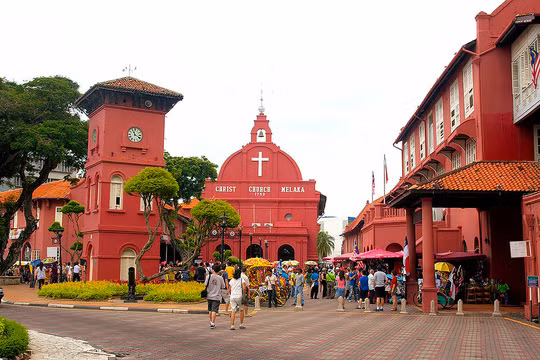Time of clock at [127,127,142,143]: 11:19
